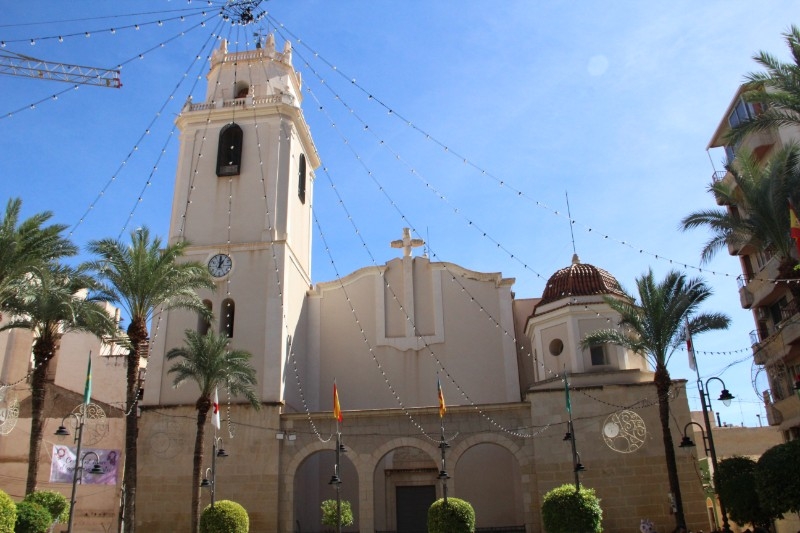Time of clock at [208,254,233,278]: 1:00
